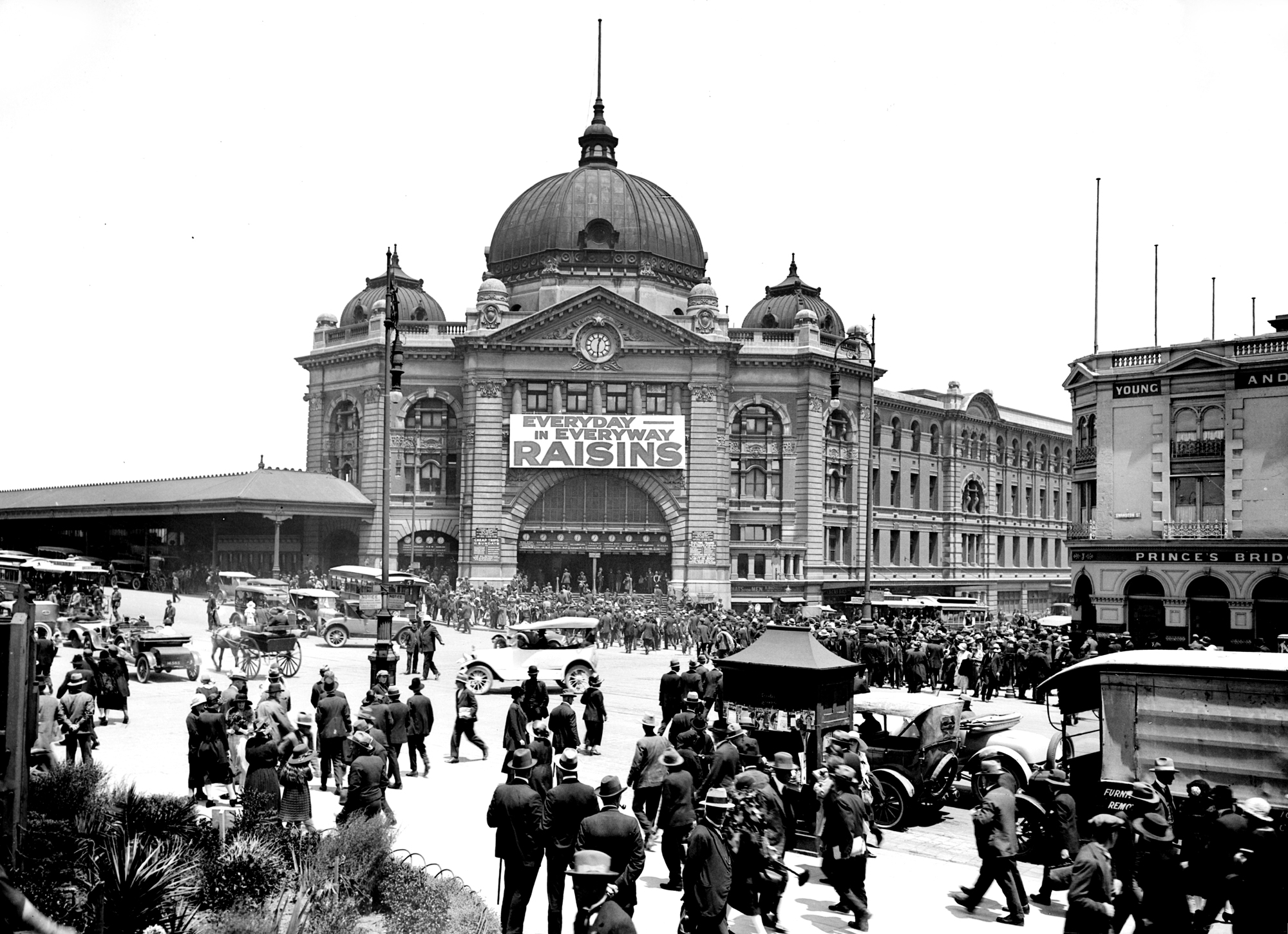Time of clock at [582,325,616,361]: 12:30
